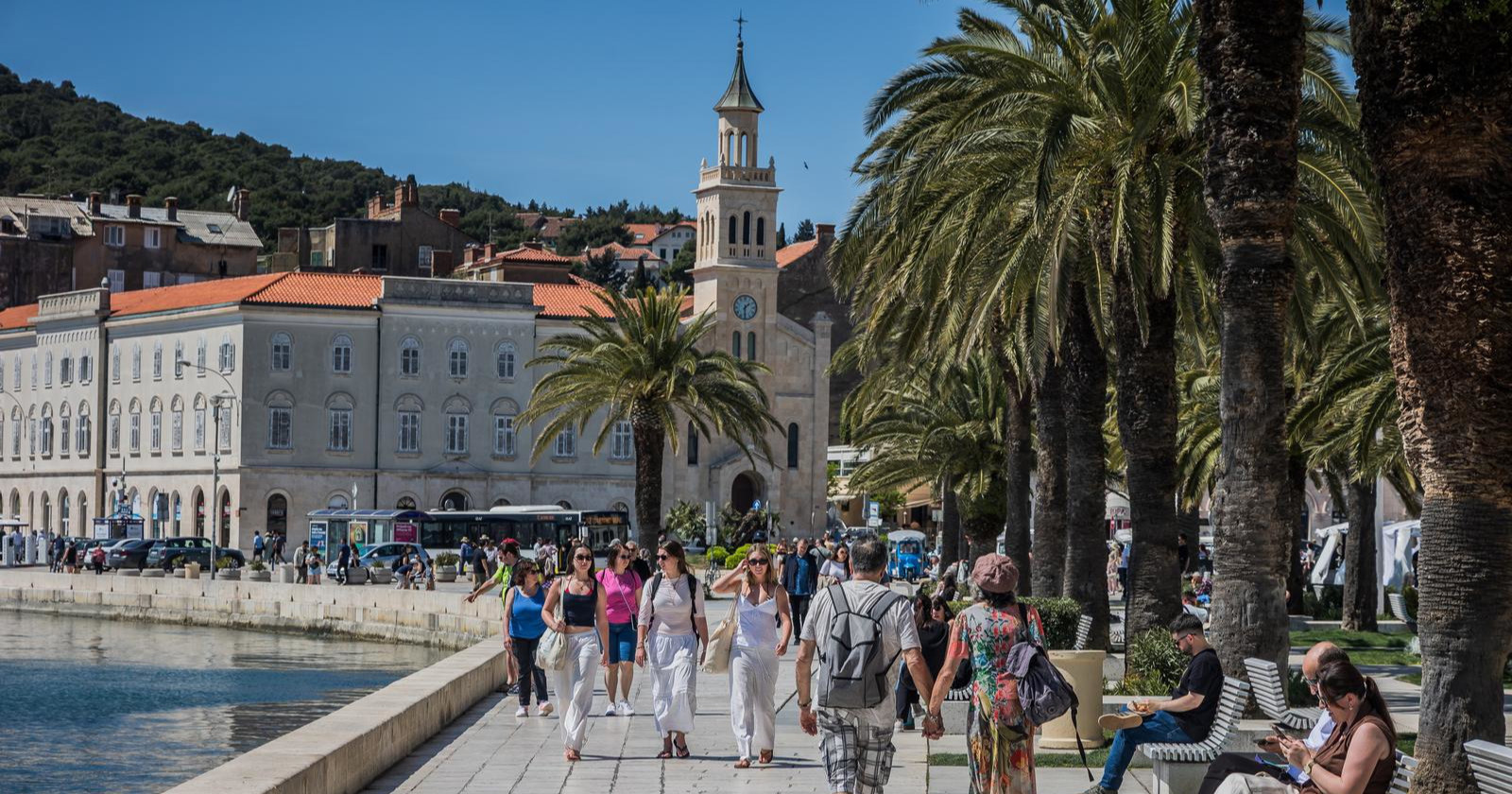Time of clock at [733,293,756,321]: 1:30
